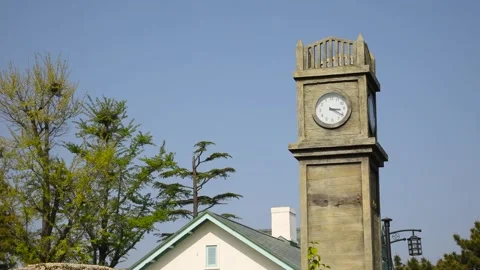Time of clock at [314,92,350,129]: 3:21
